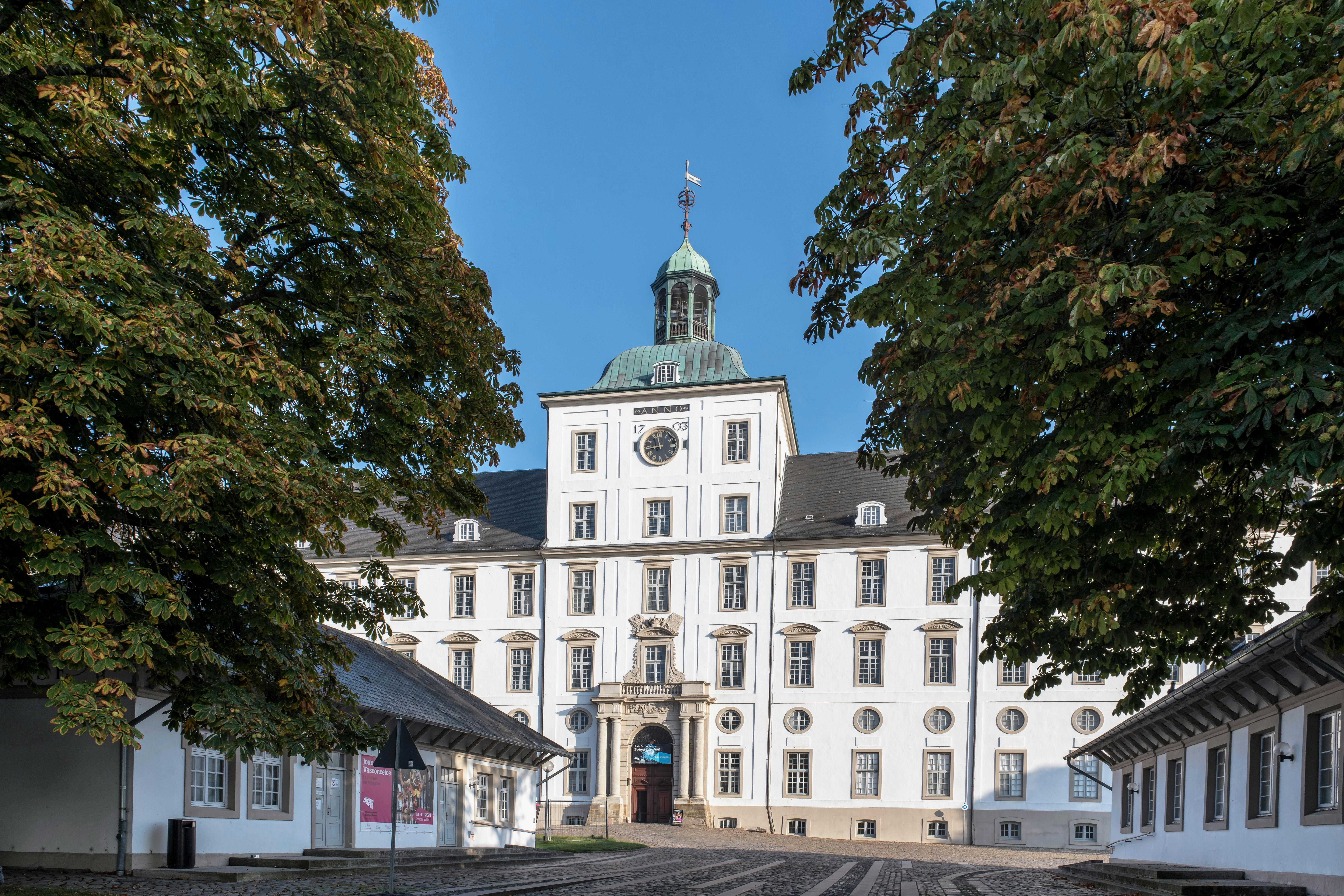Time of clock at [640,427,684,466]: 8:57
